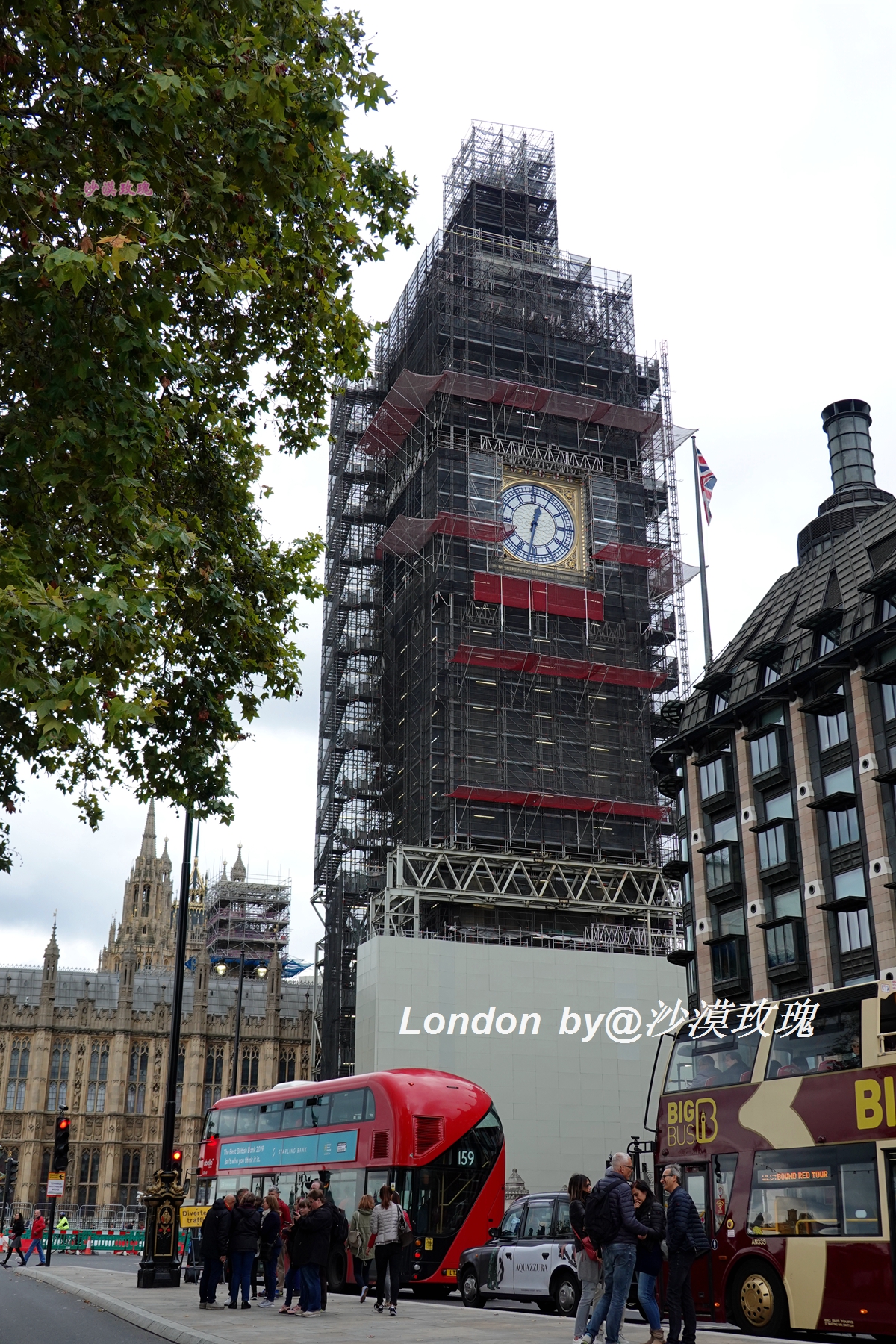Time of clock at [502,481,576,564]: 12:31
